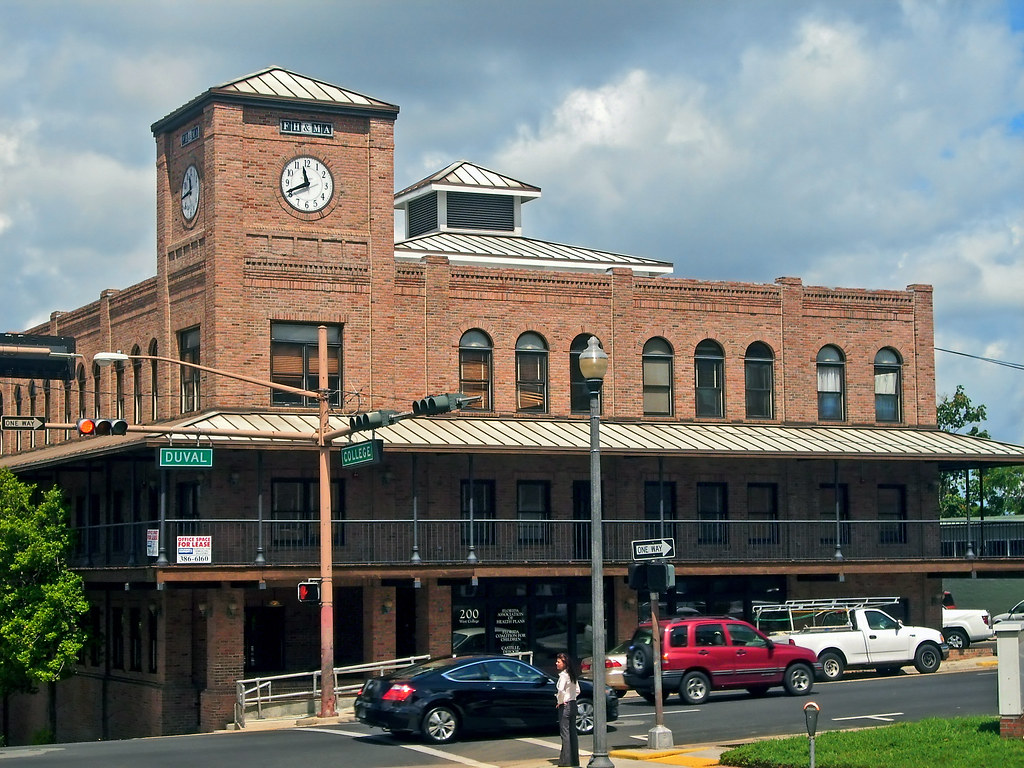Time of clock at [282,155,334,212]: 11:41
